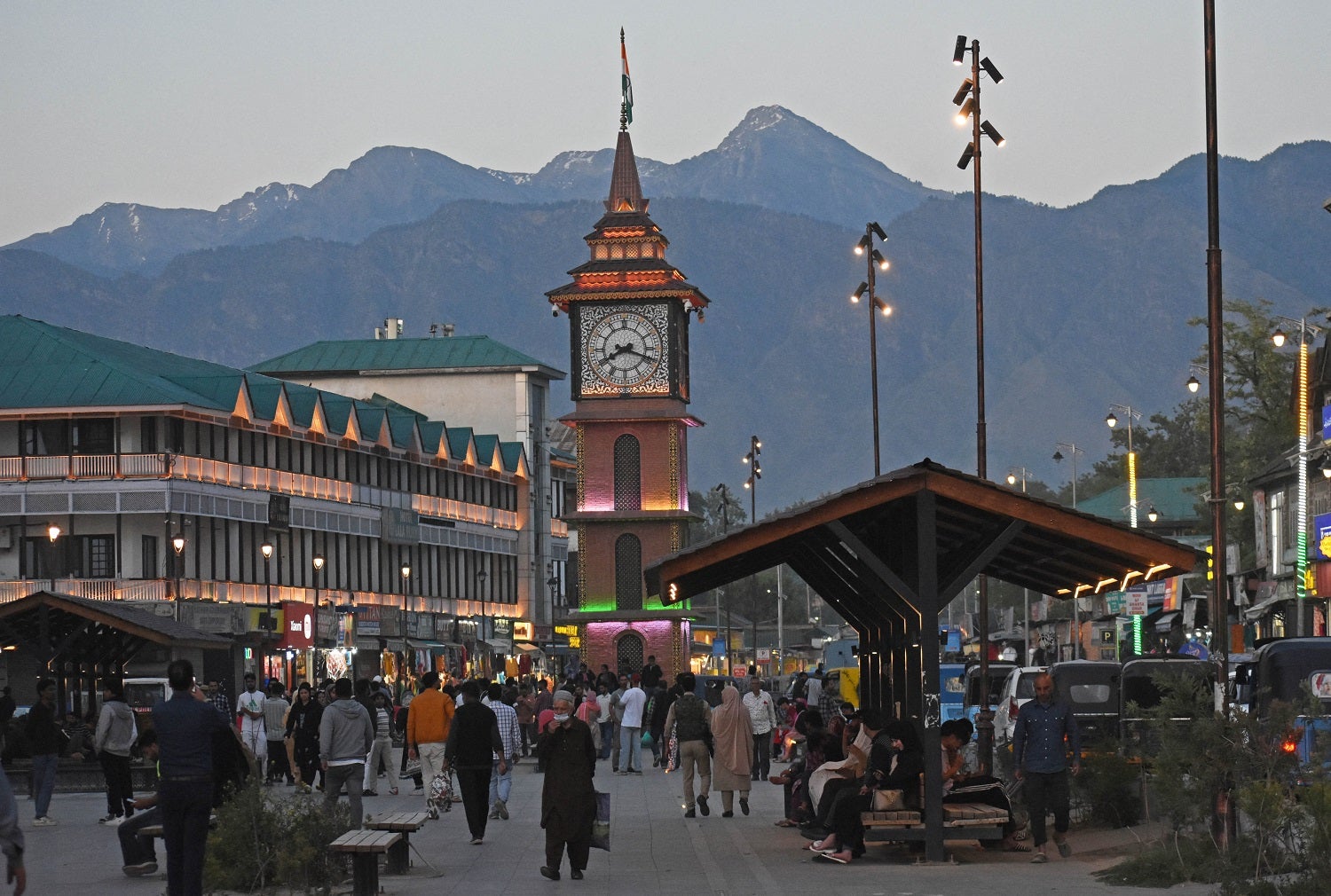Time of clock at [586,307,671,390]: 8:18
